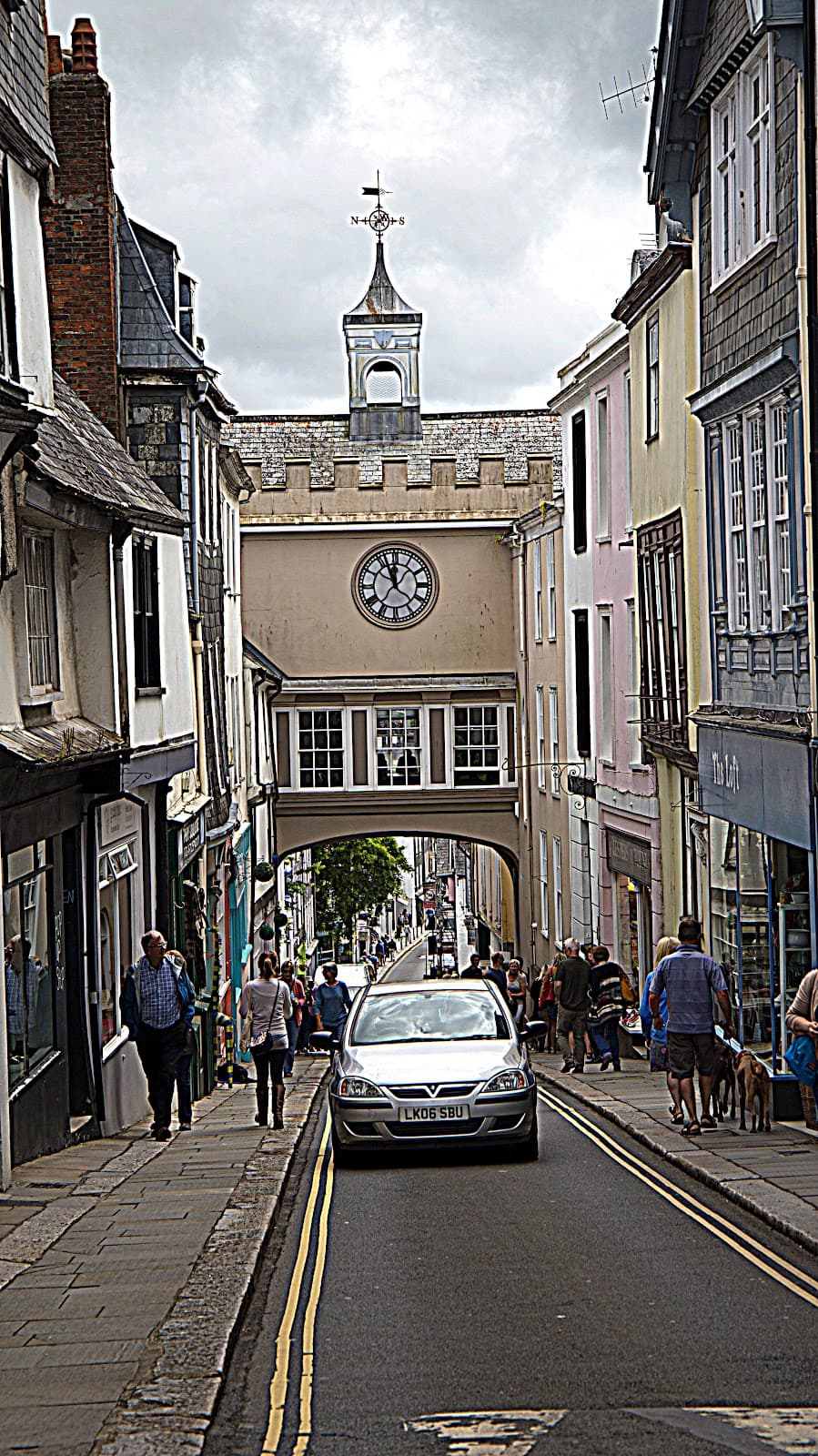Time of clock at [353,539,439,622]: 11:56
